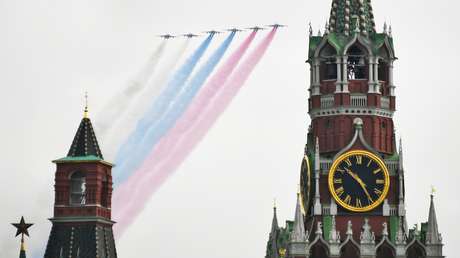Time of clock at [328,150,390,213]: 10:24
